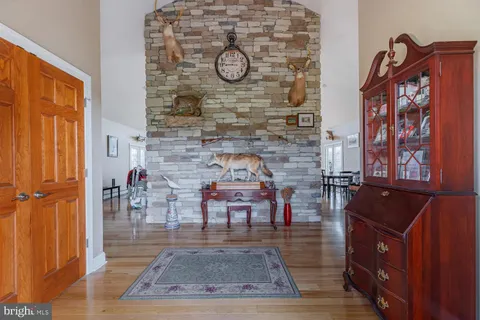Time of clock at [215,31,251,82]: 8:45
